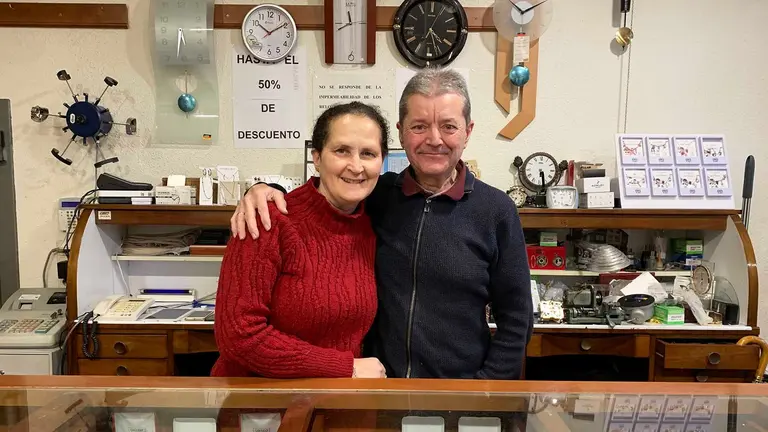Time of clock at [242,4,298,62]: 10:09
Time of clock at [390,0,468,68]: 4:26
